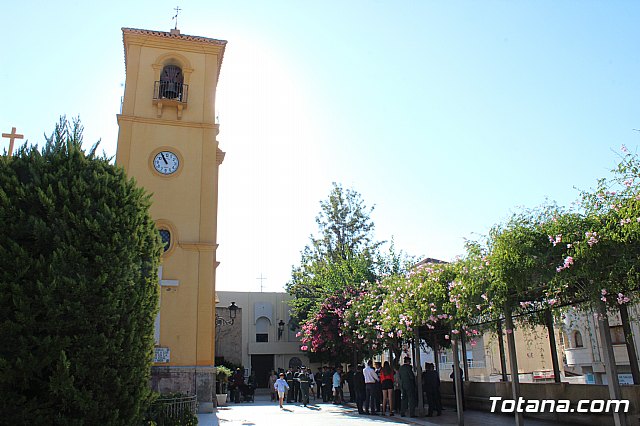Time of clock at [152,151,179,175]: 10:55
